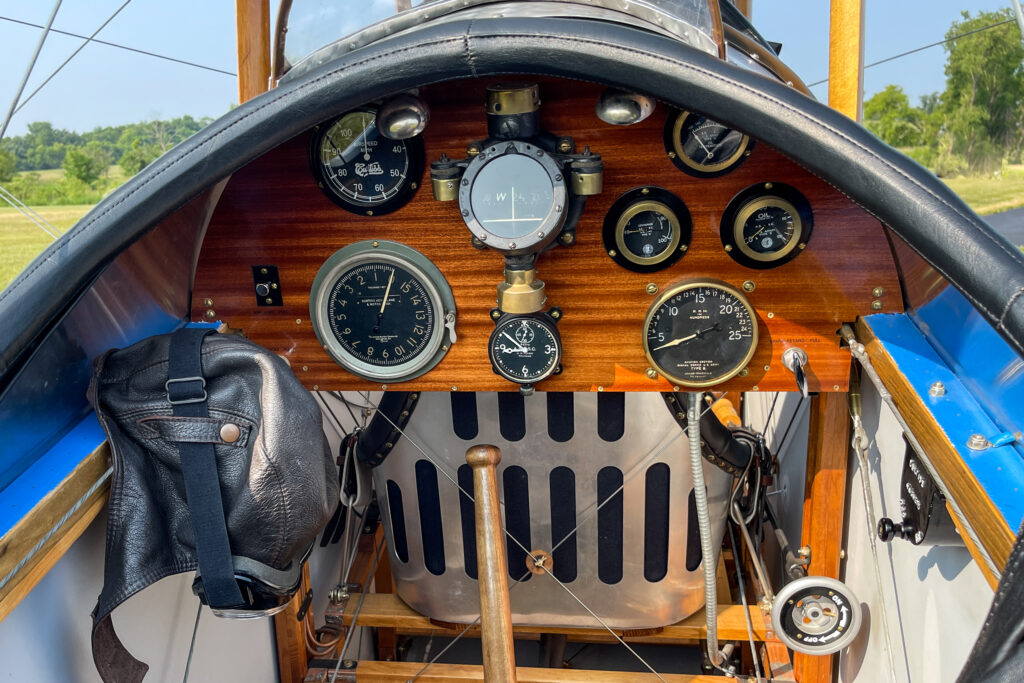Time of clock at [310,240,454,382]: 1:04
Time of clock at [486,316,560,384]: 8:51
